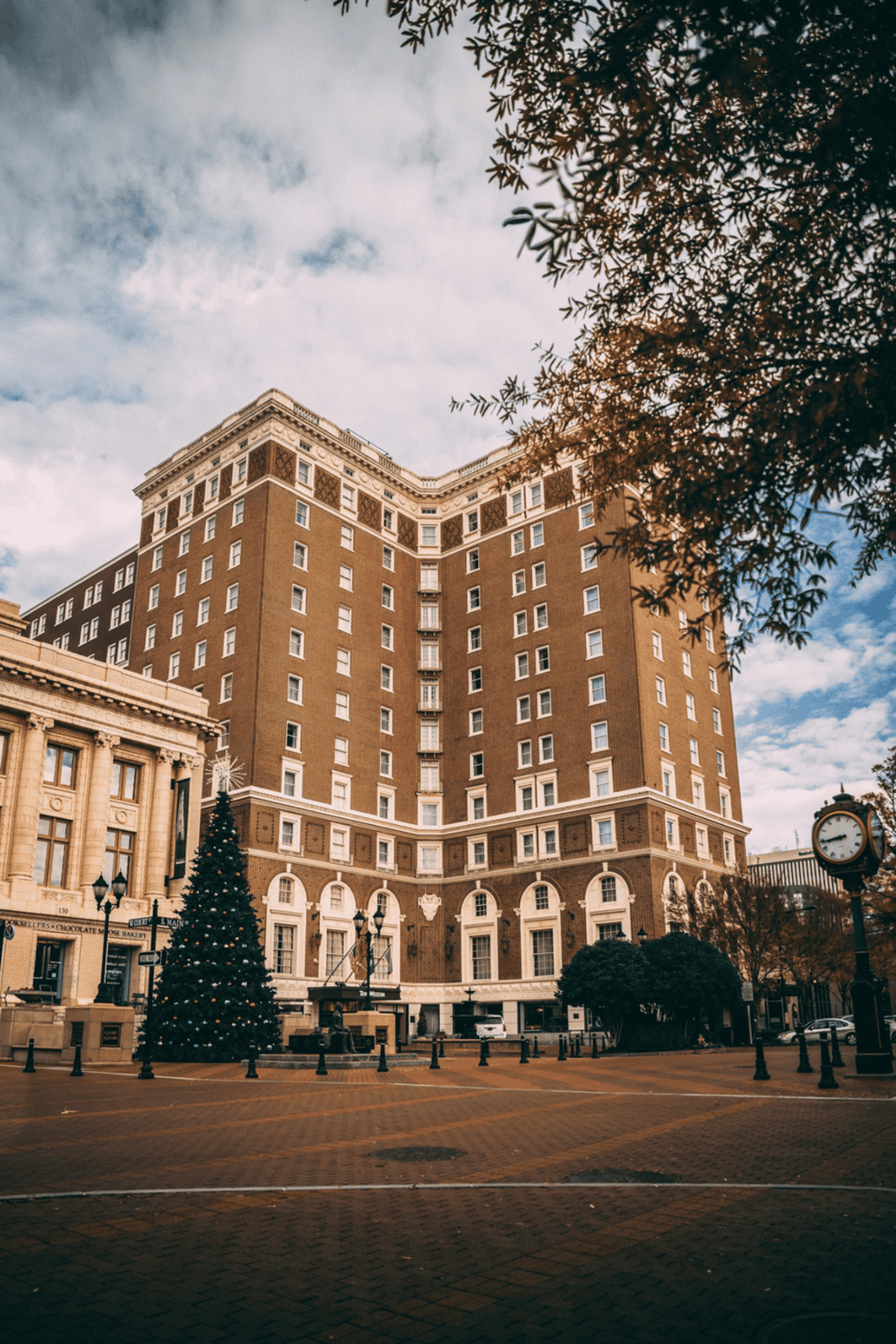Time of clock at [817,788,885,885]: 8:43
